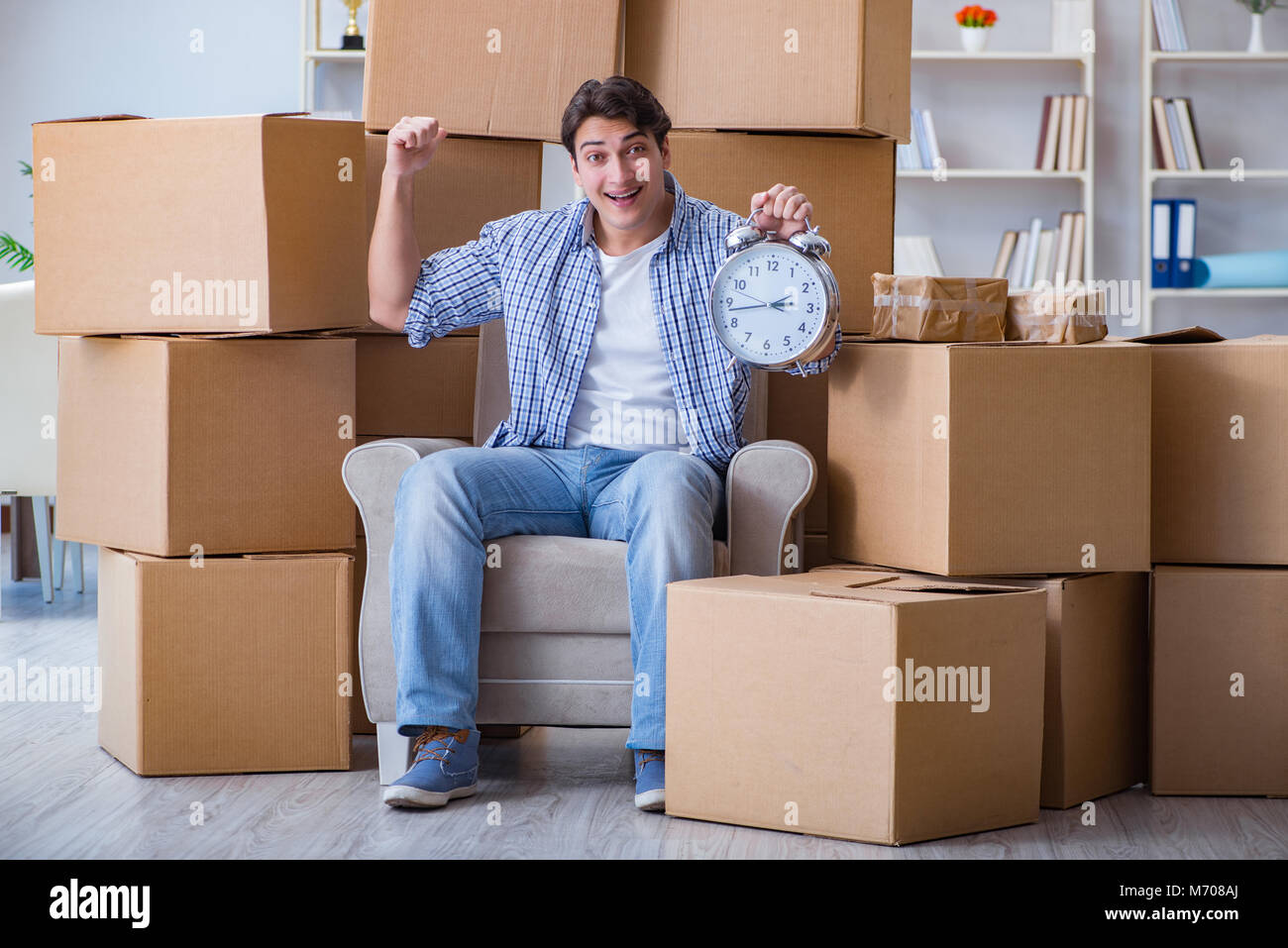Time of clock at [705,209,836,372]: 1:42
